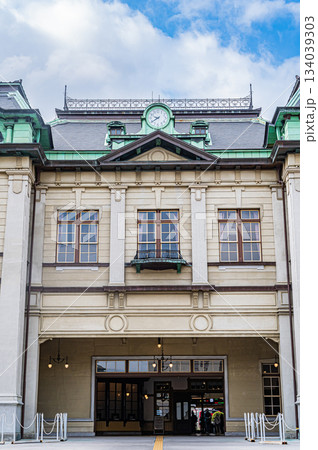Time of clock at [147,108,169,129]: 9:39
